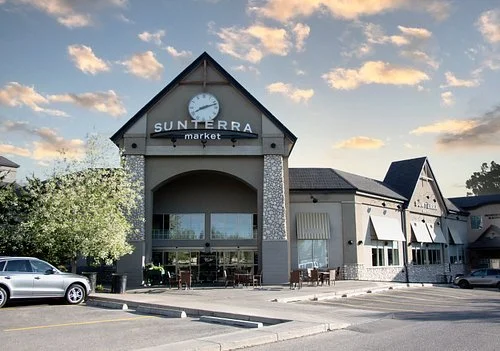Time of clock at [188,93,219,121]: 8:12
